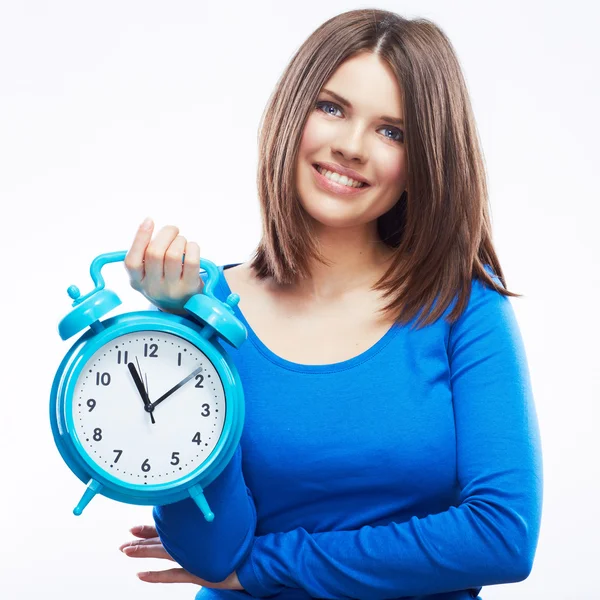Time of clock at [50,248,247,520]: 11:08
